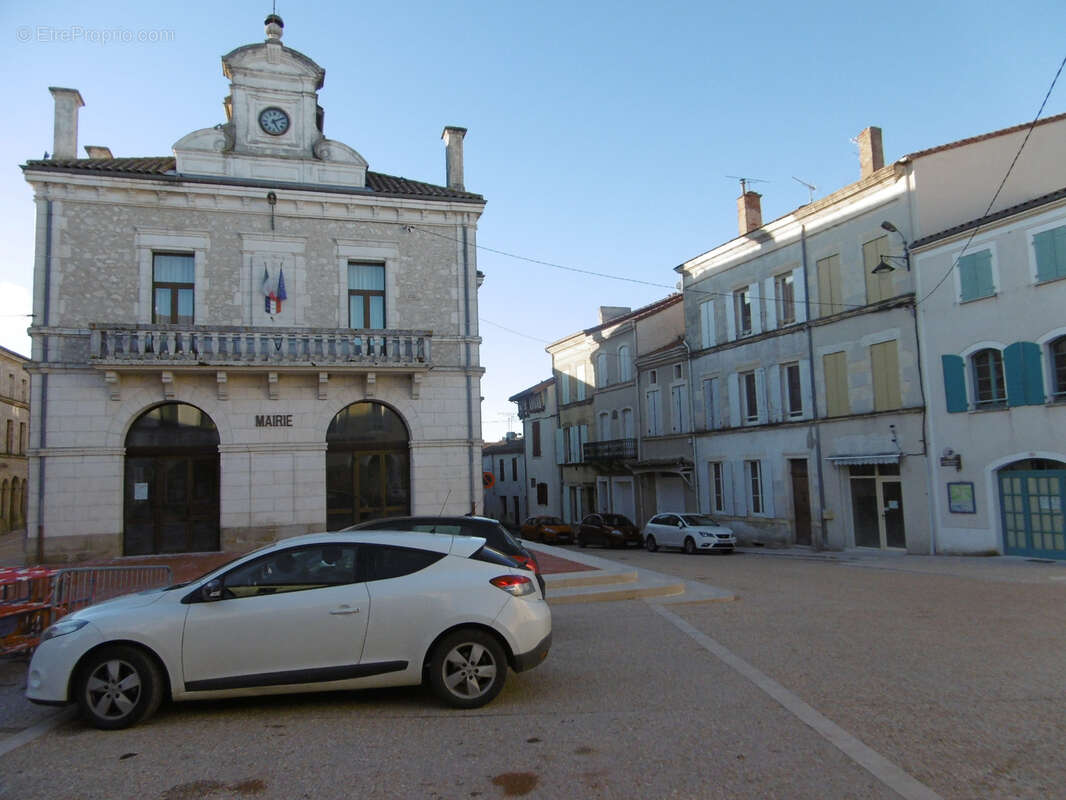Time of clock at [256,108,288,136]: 5:09
